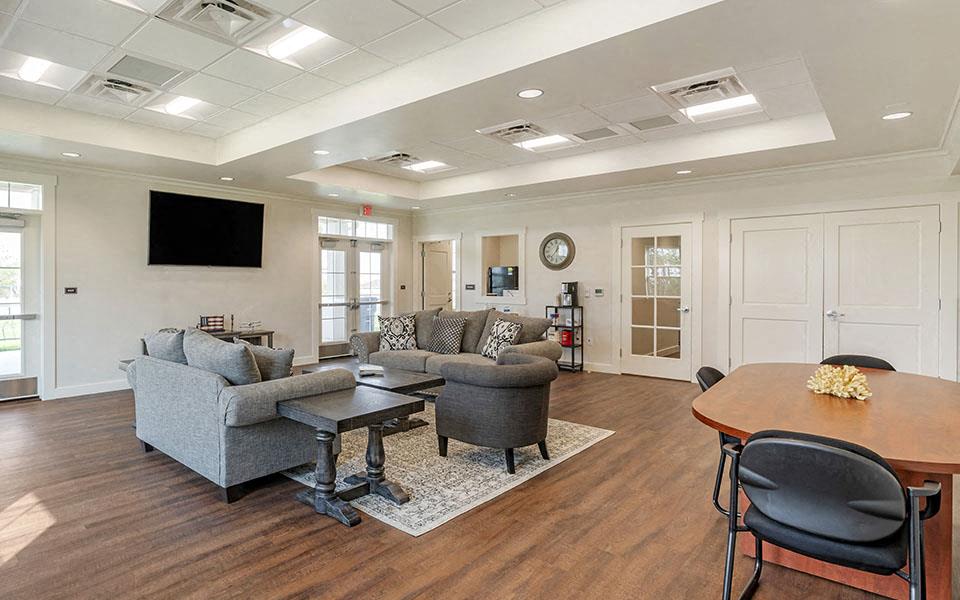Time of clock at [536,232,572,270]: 12:36
